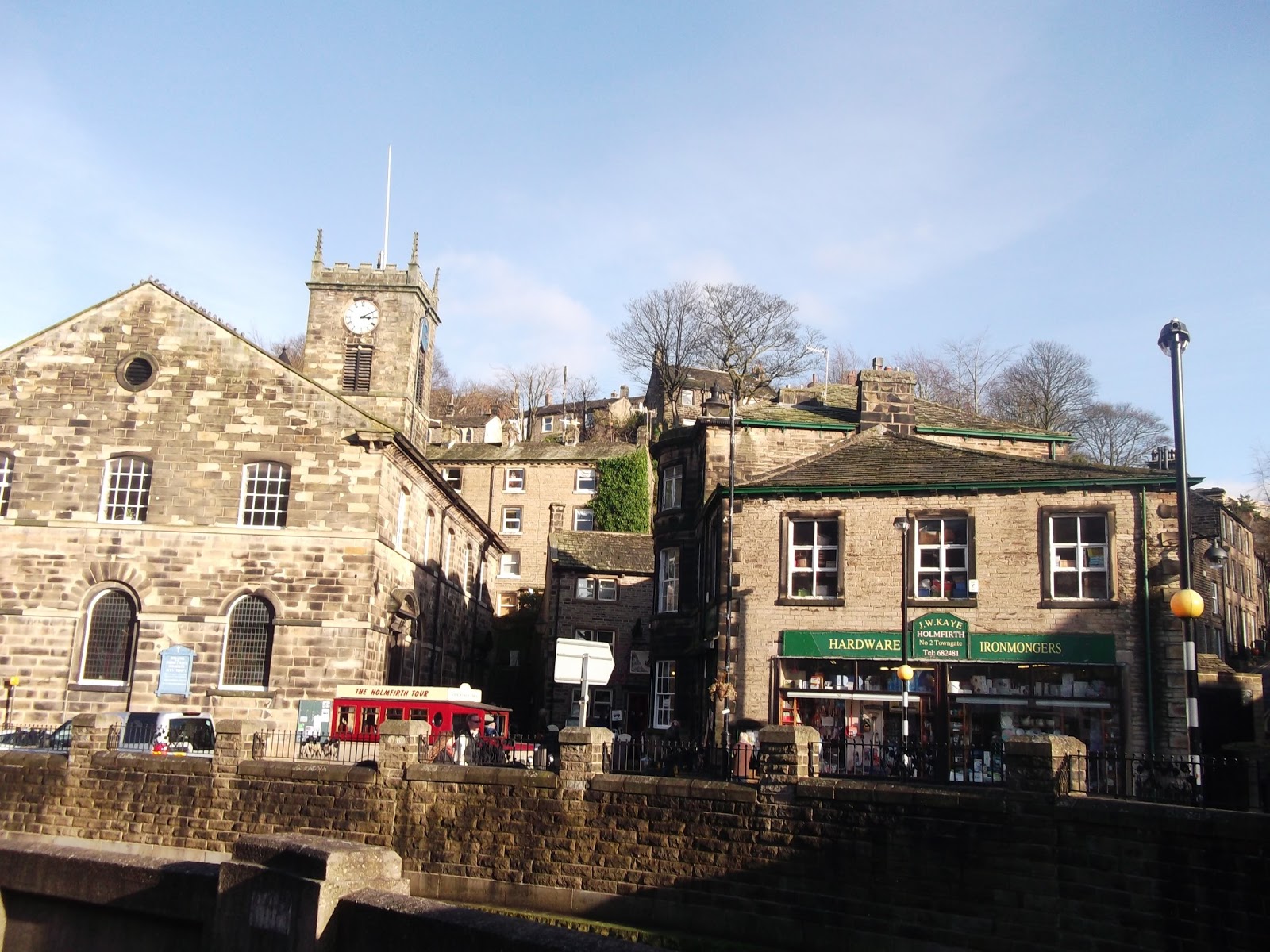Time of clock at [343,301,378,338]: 3:10
